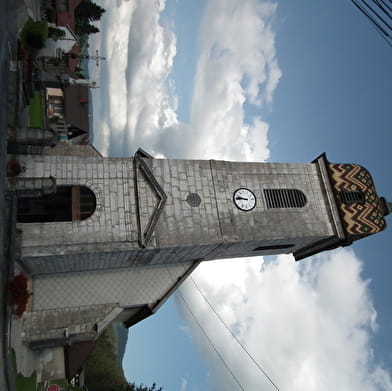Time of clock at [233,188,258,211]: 8:46
